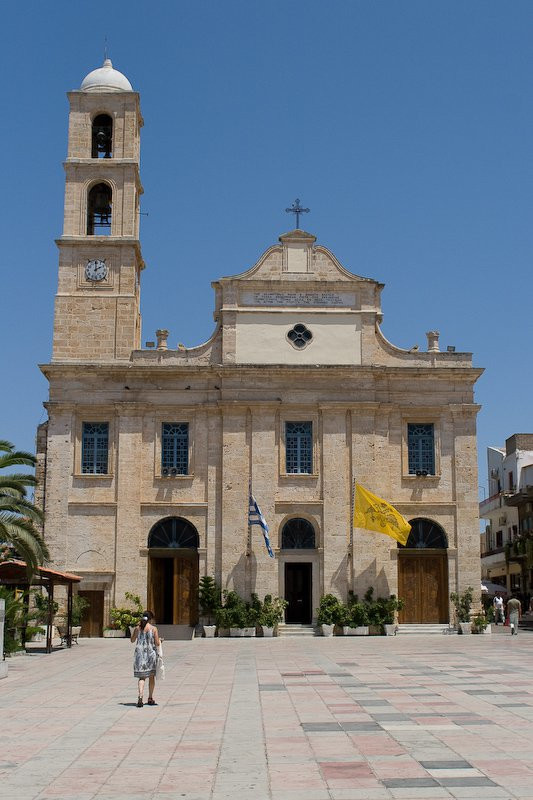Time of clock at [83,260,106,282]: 2:00
